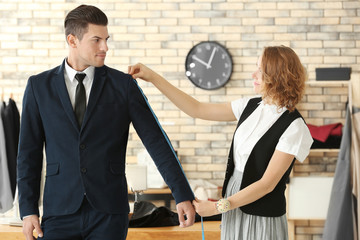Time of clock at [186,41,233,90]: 12:49
